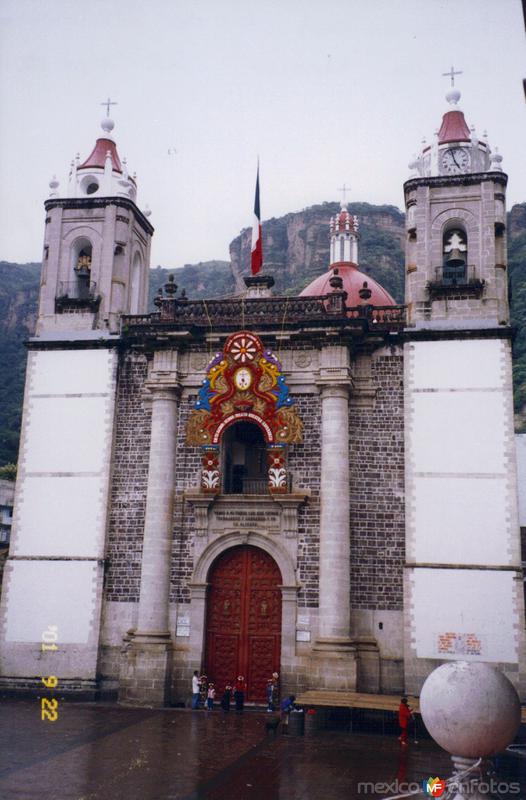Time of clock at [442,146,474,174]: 4:57
